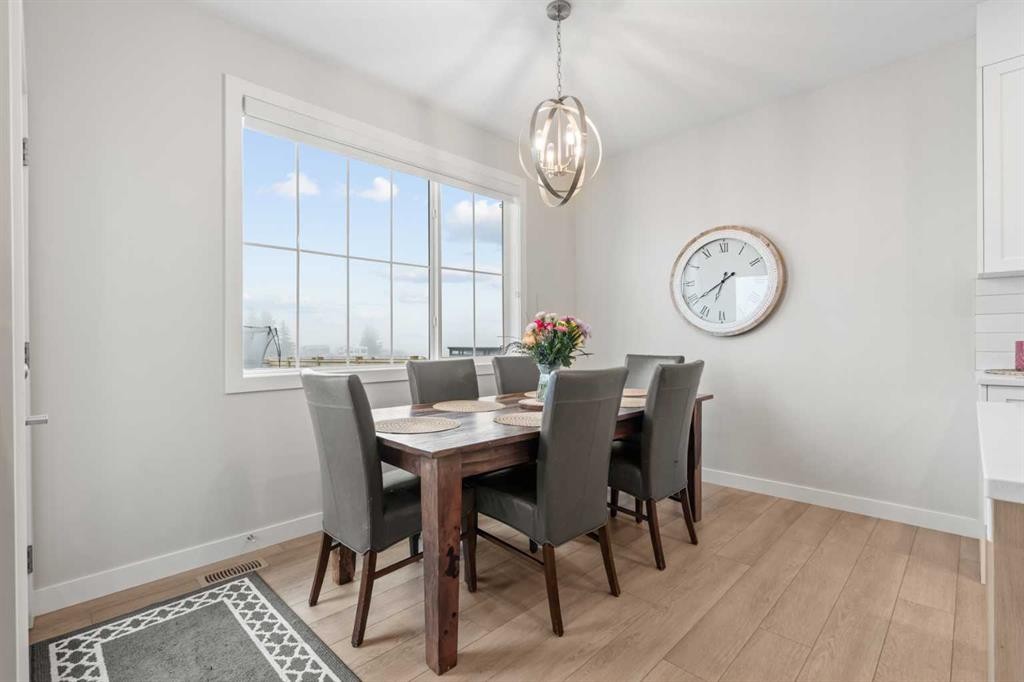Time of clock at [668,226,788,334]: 6:39
